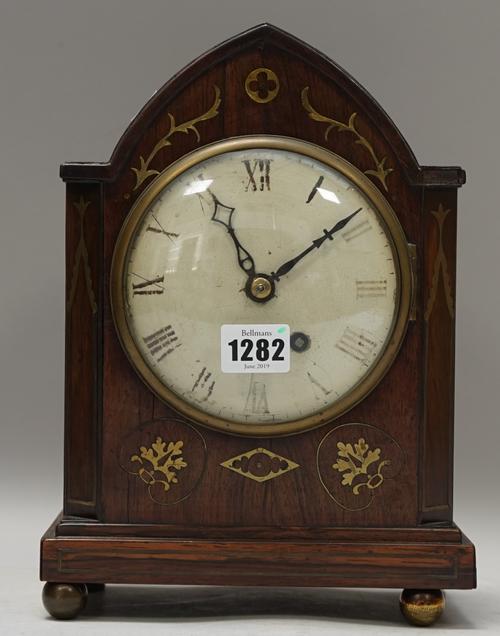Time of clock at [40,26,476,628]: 11:09
